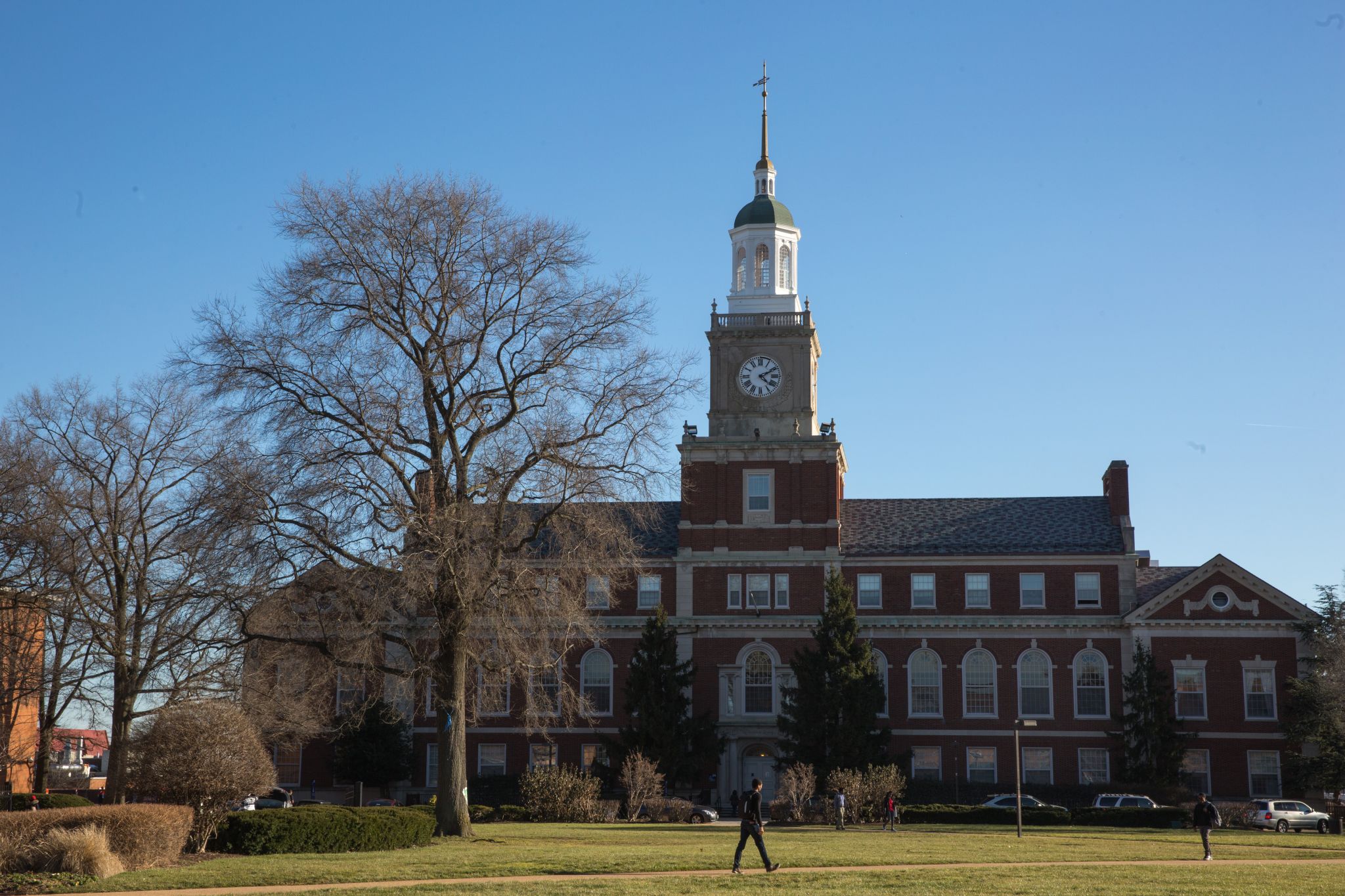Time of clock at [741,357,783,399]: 4:10
